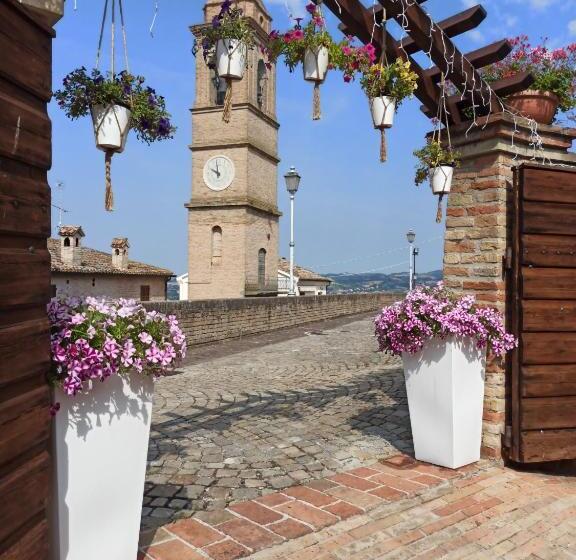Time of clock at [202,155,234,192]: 9:58
